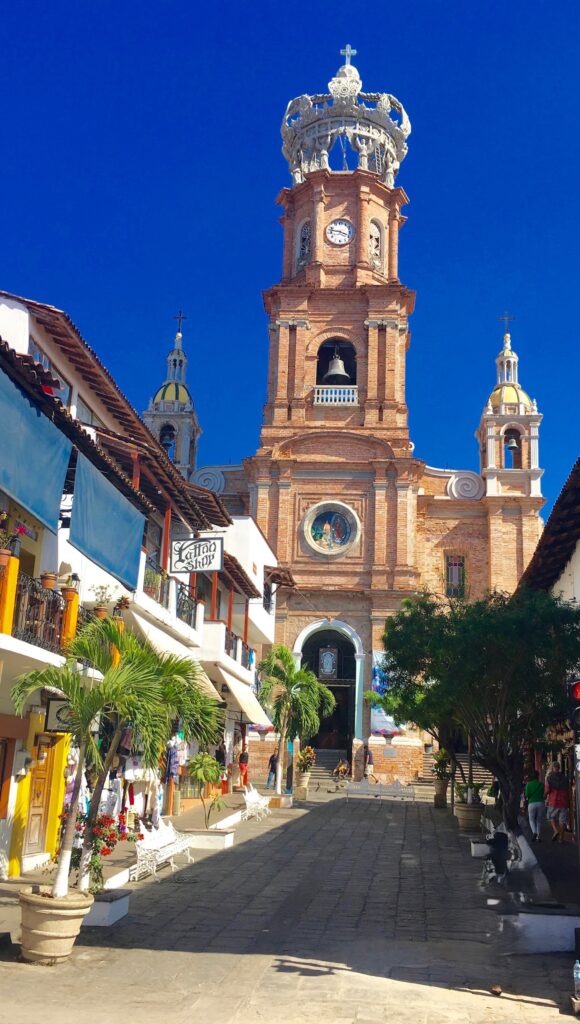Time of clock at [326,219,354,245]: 3:47
